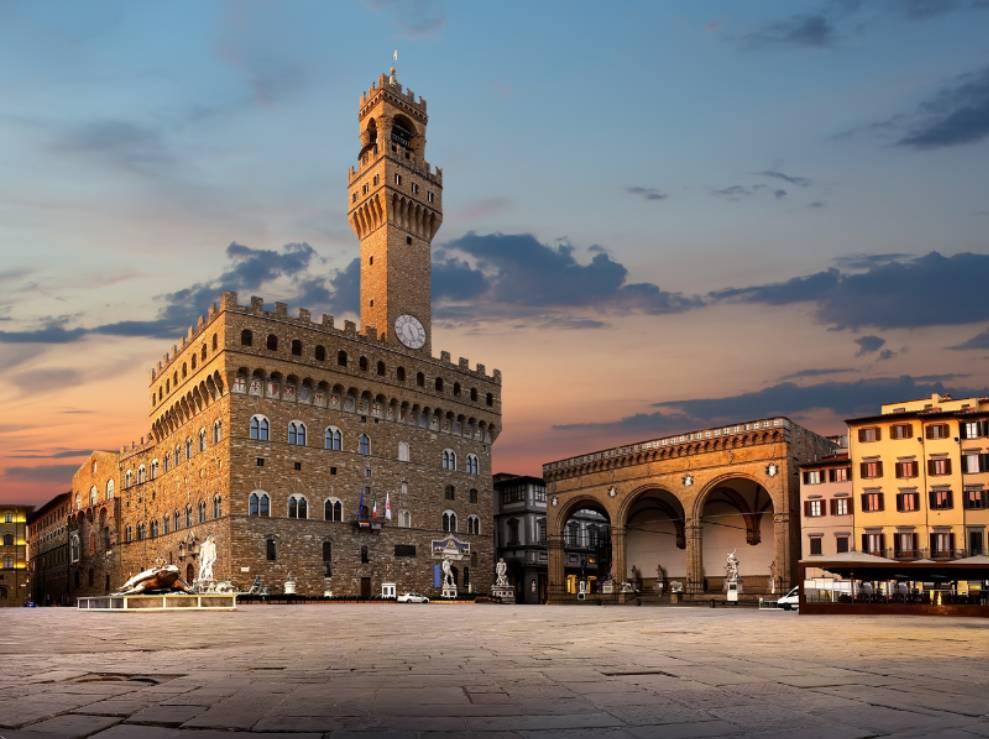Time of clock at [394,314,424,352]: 5:26
